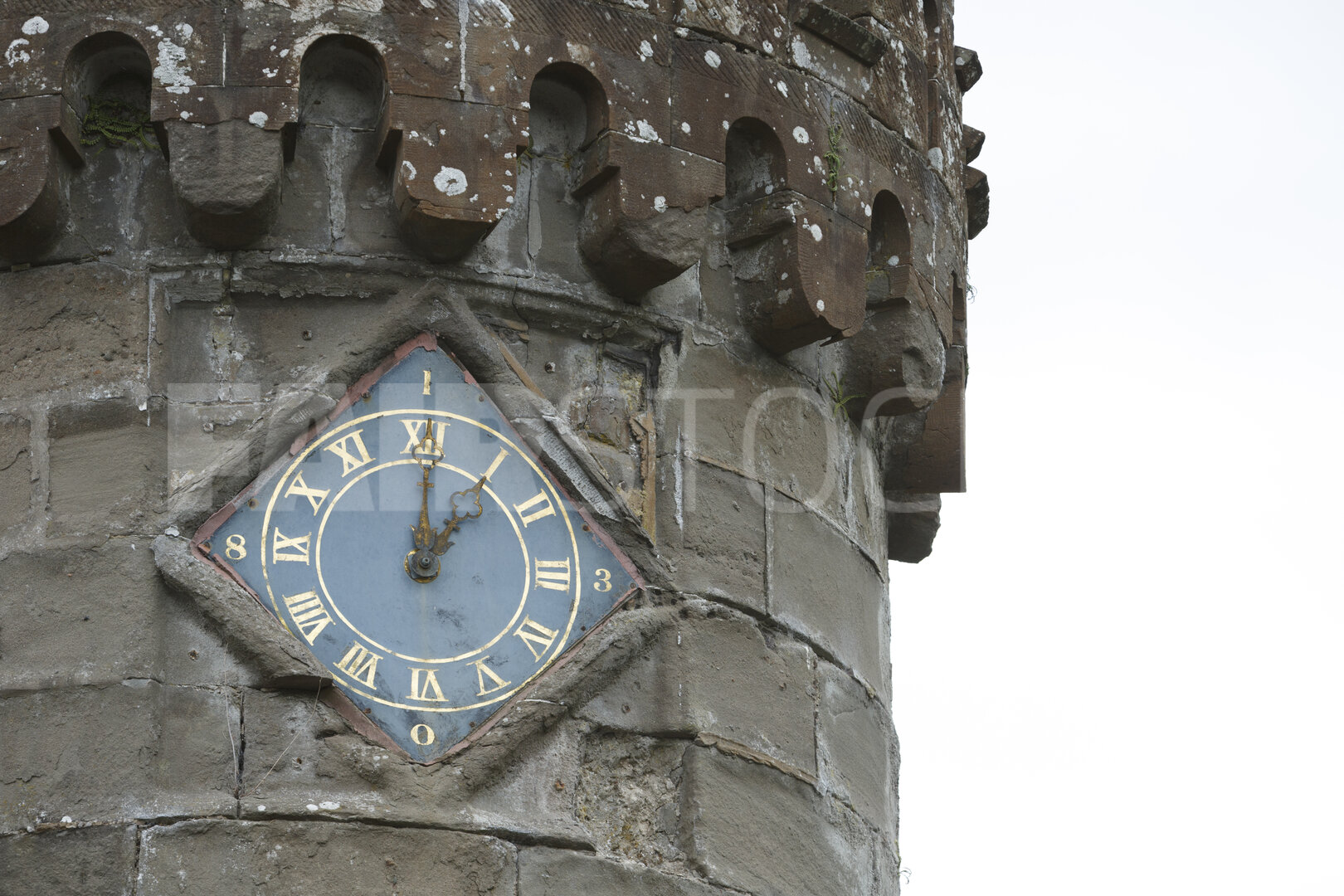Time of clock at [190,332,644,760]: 1:00
